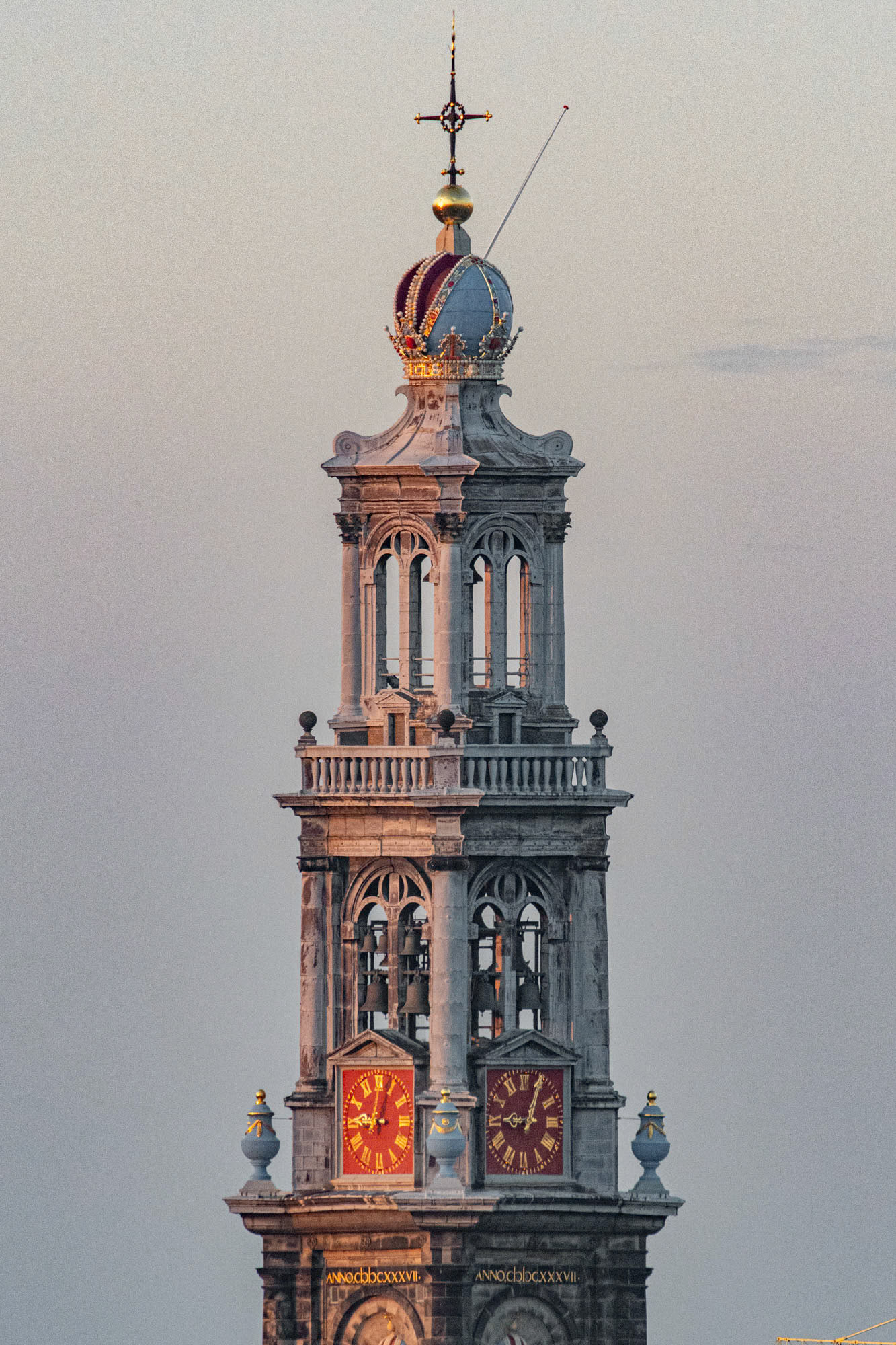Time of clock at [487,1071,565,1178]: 9:04
